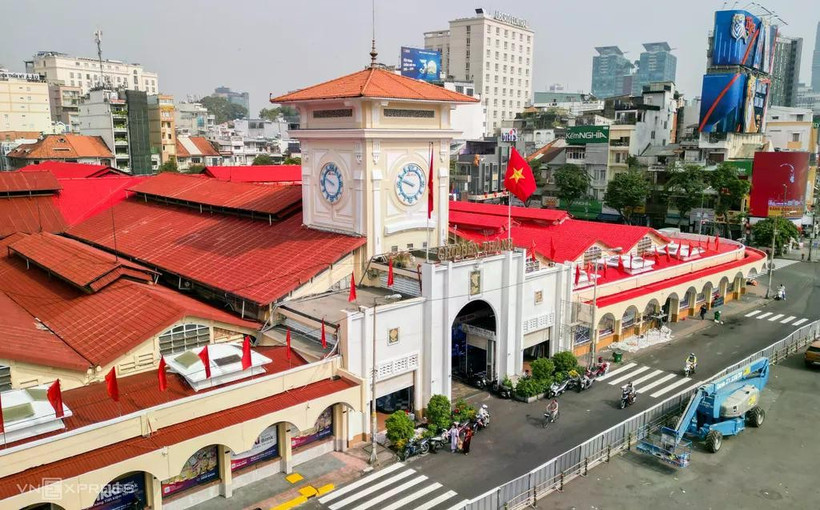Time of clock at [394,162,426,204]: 9:48
